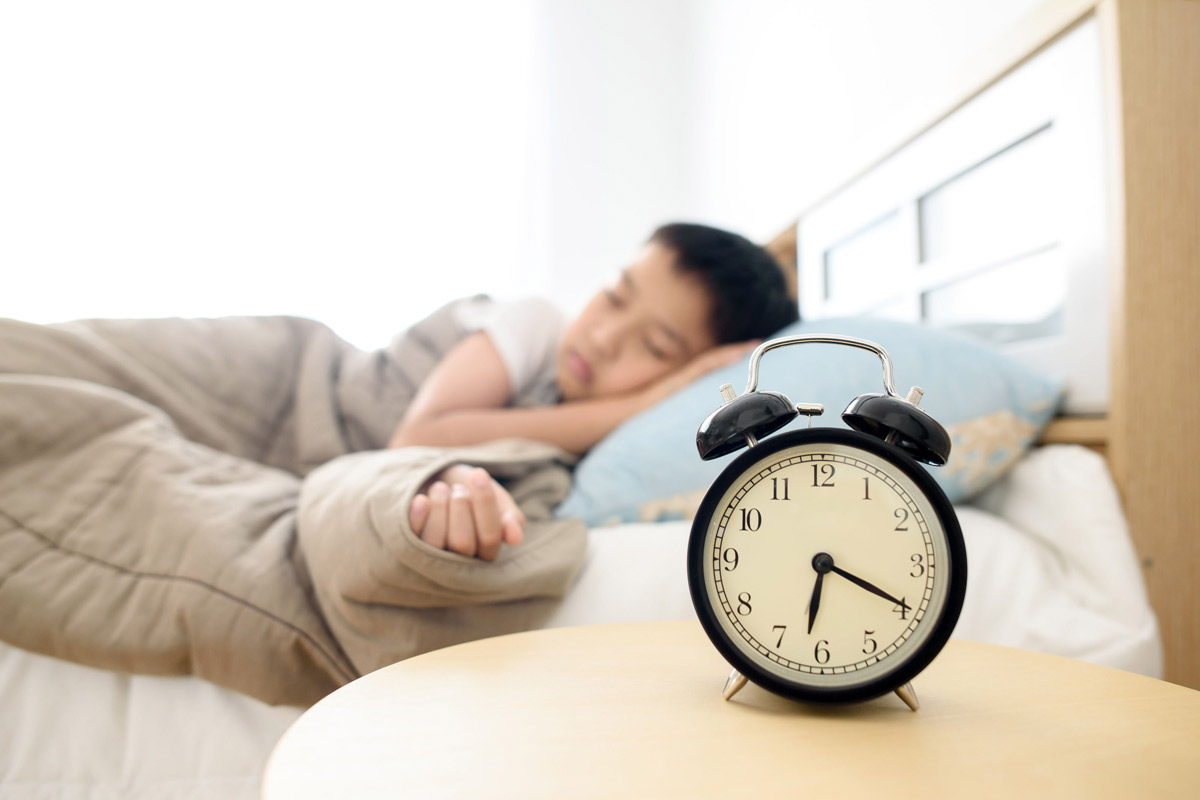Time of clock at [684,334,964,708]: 6:19
